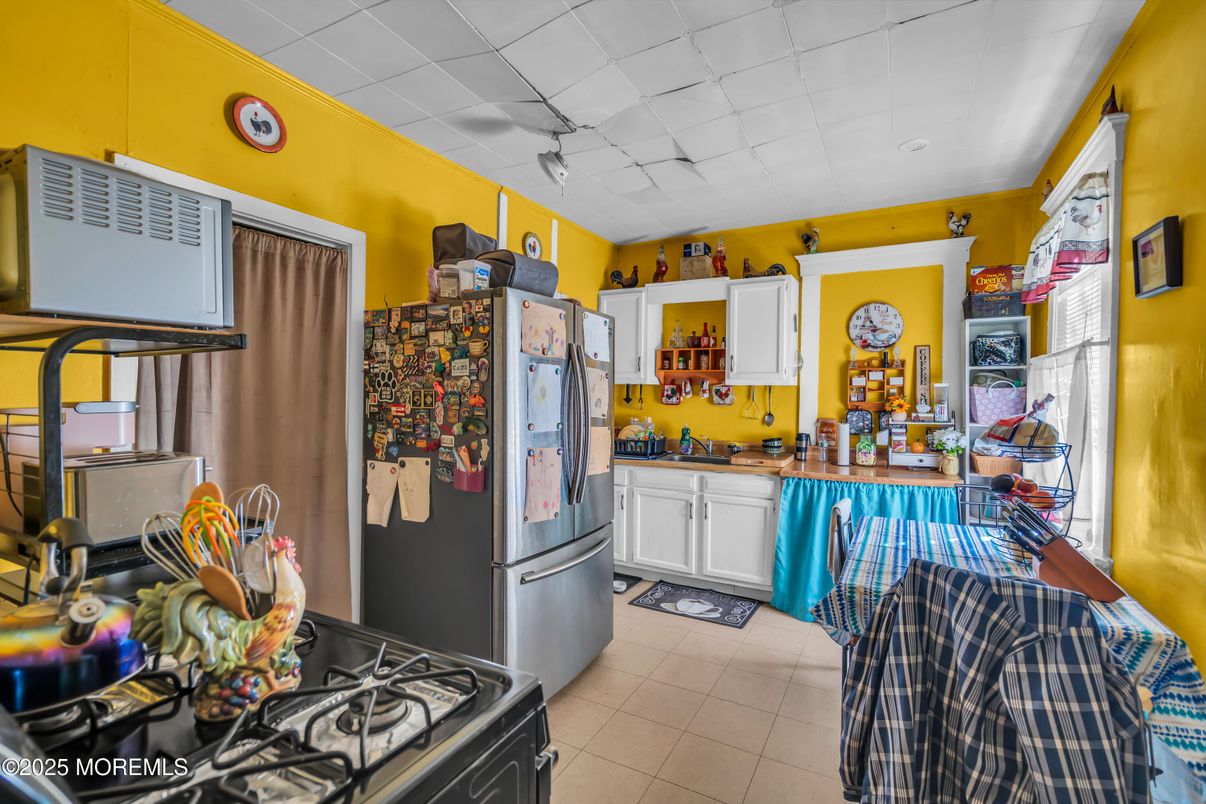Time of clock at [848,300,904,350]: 10:45
